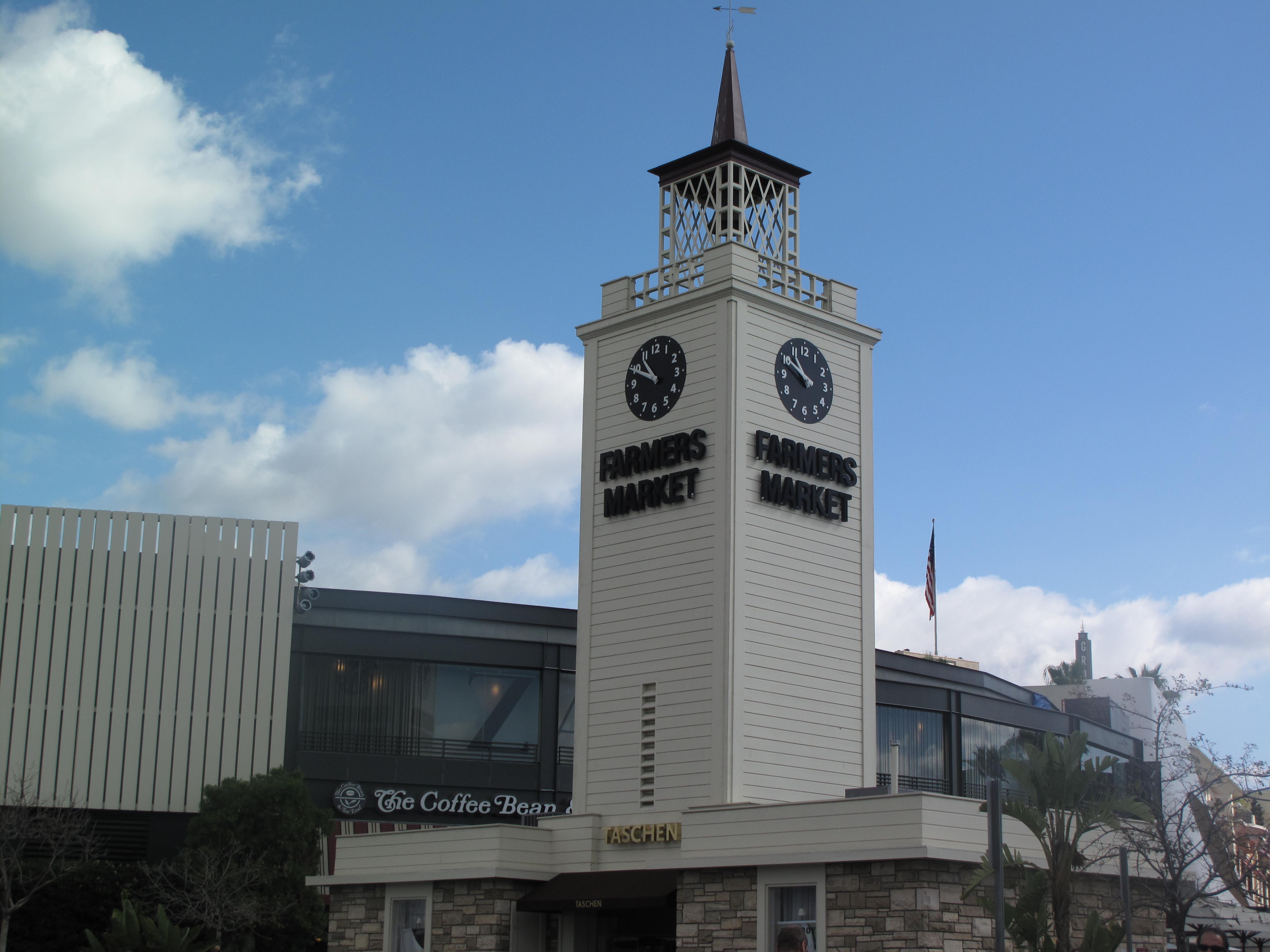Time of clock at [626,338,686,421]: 10:49
